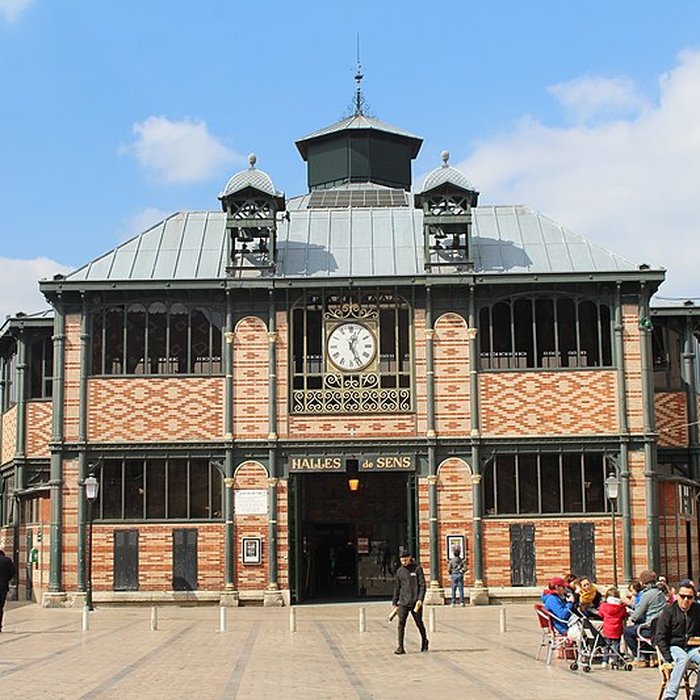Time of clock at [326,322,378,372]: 12:26
